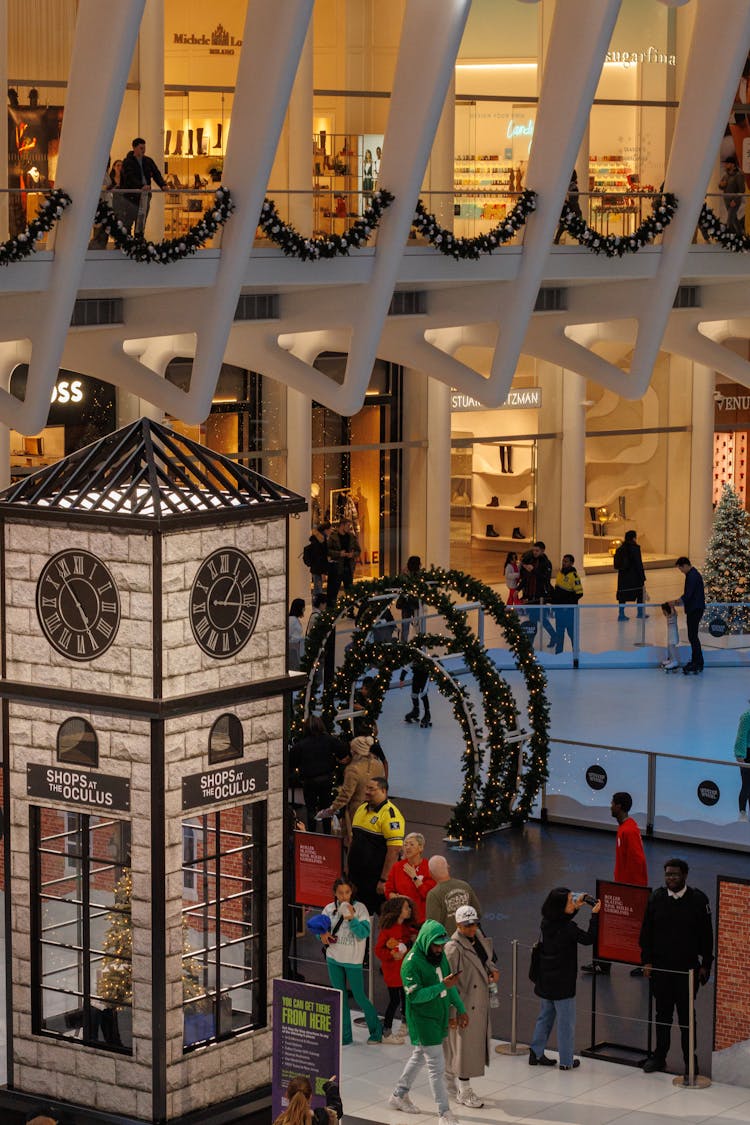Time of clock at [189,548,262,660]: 1:16
